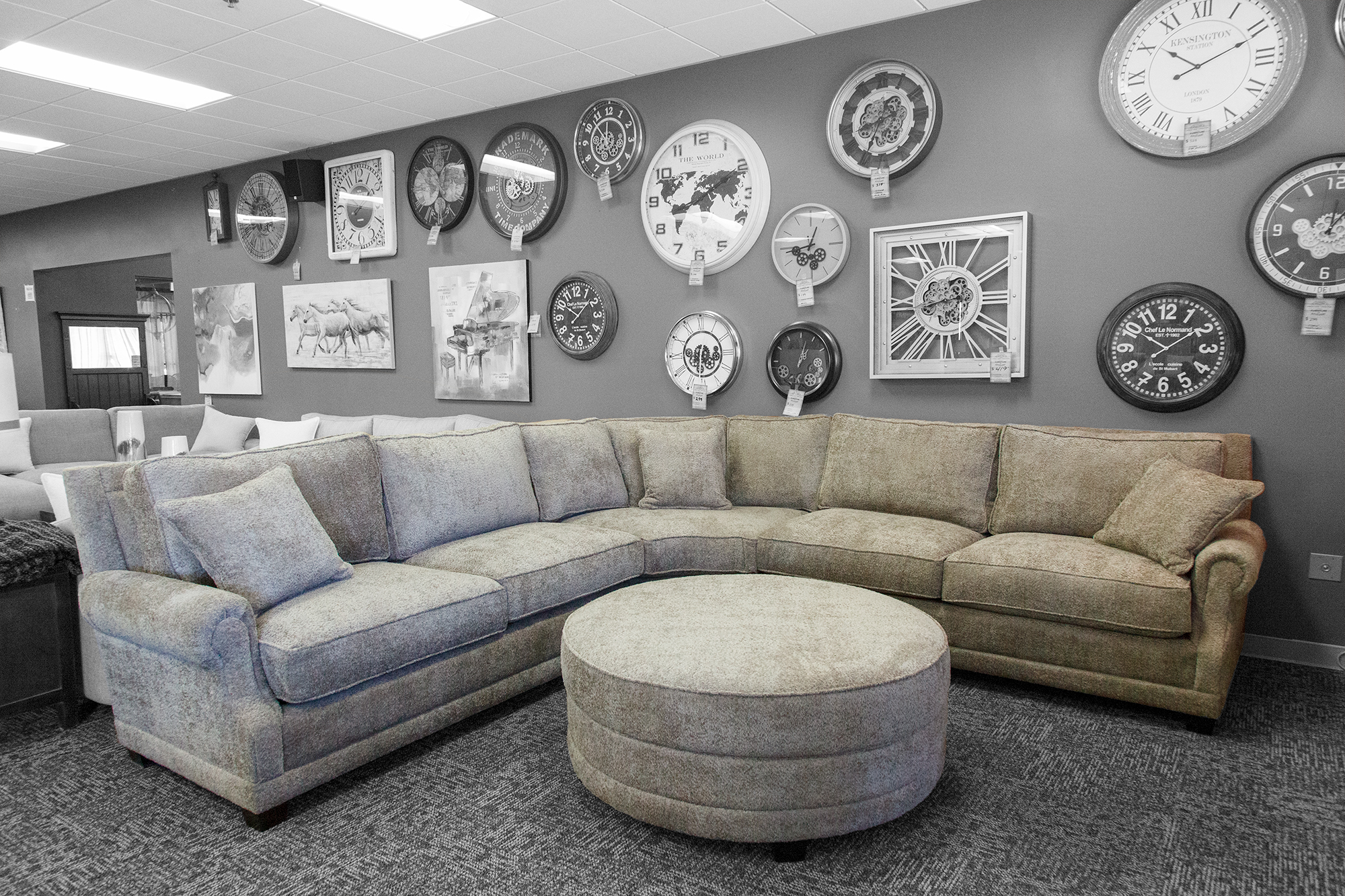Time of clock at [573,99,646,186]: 11:52
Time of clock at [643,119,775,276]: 8:11
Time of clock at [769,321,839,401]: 1:02
